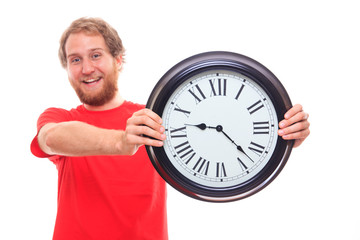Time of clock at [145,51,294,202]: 9:22
